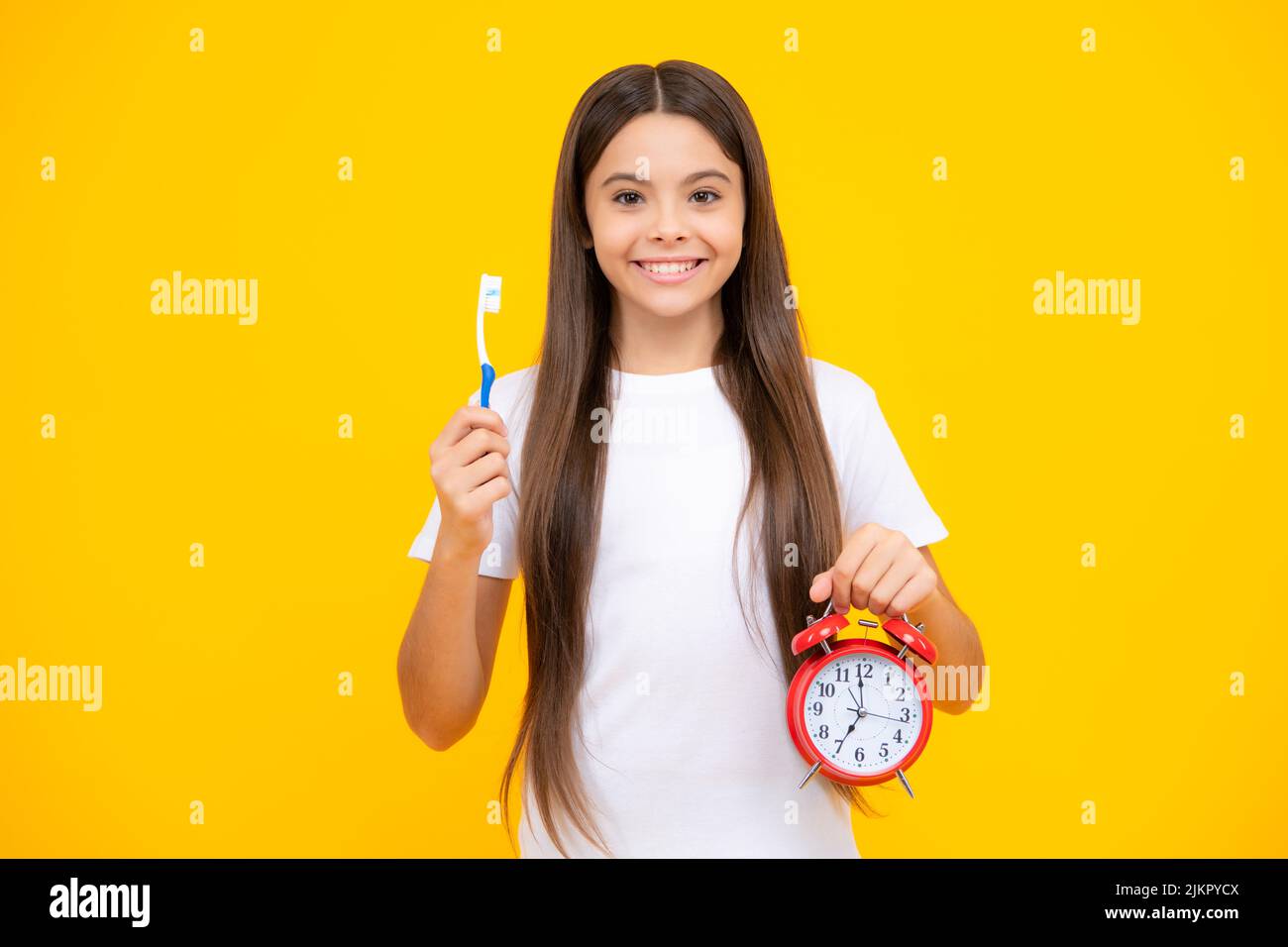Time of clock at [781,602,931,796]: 6:59
